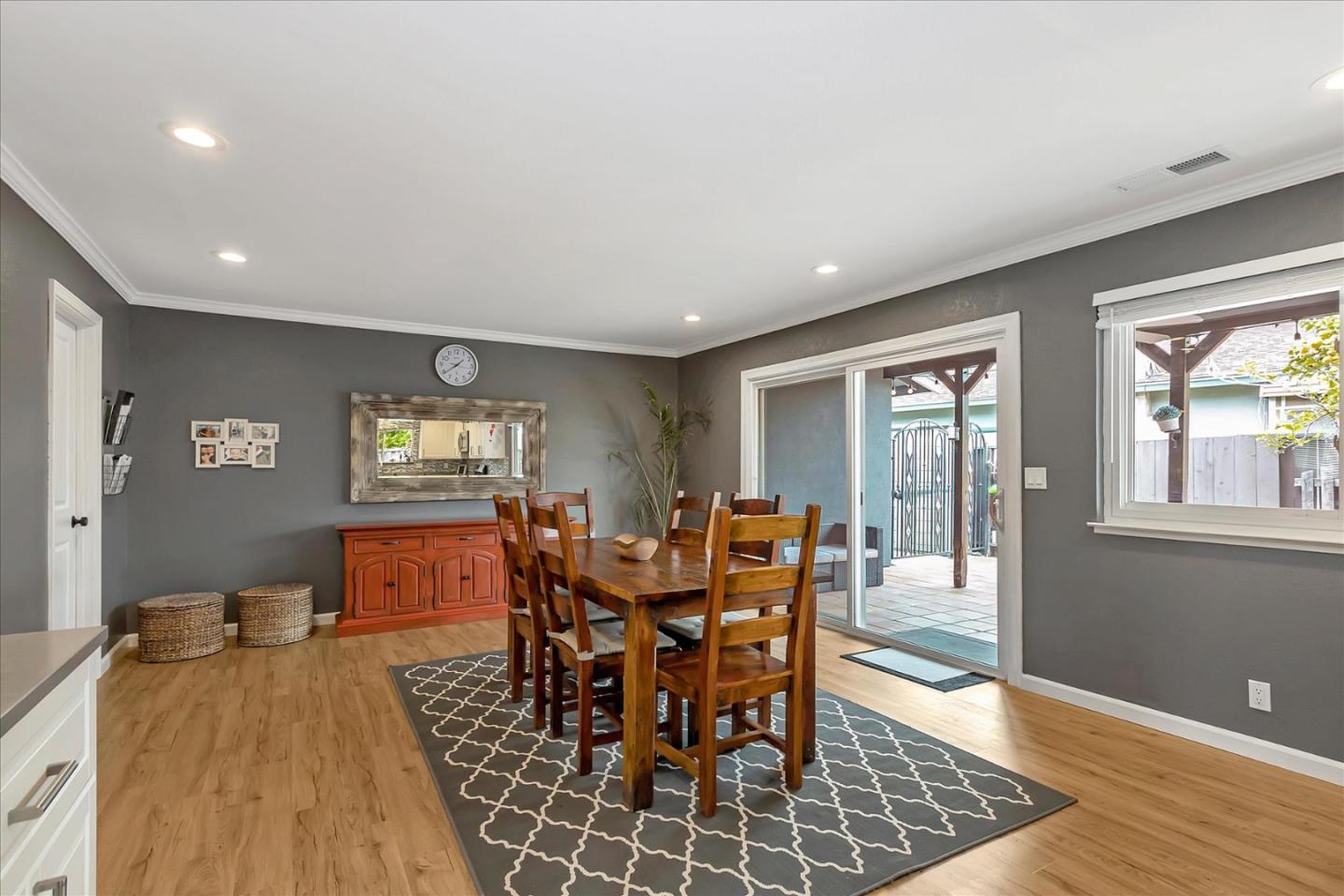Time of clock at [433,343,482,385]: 1:39
